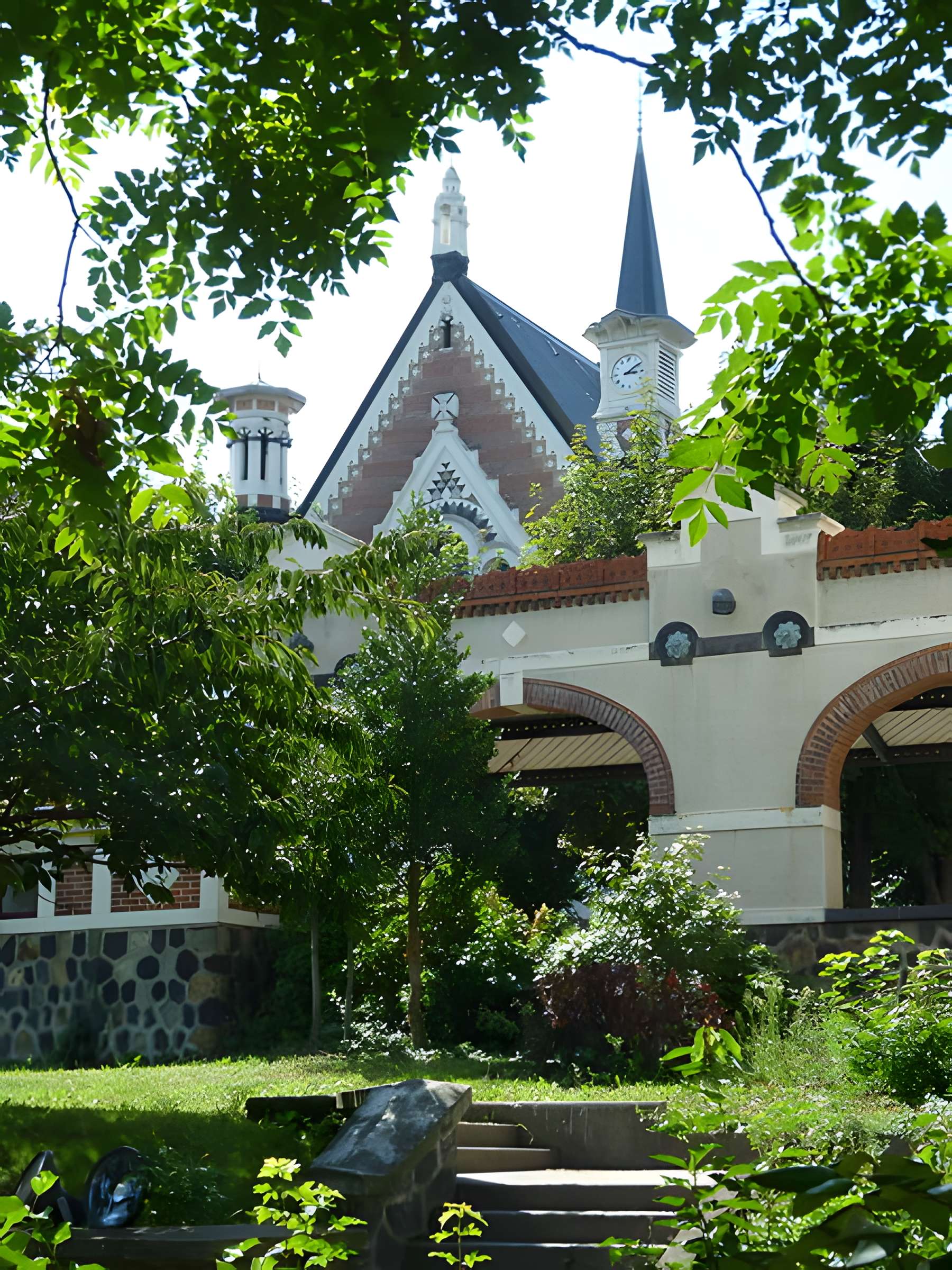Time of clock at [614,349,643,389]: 3:09
